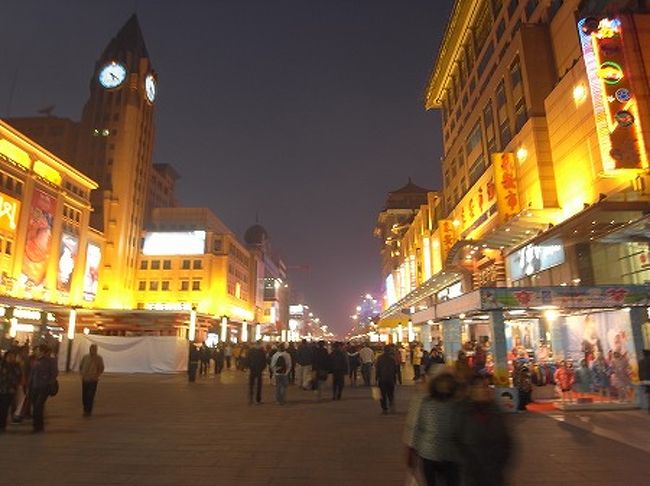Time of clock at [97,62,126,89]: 5:21
